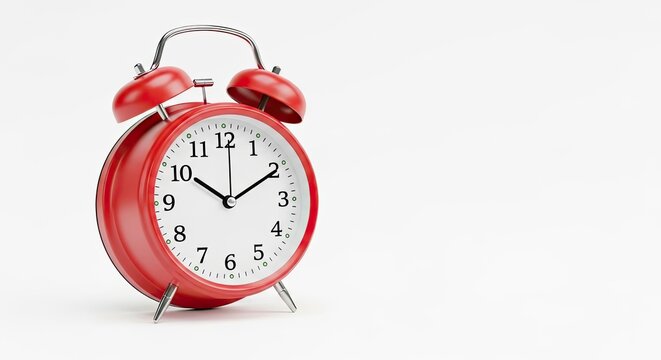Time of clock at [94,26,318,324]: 10:10
